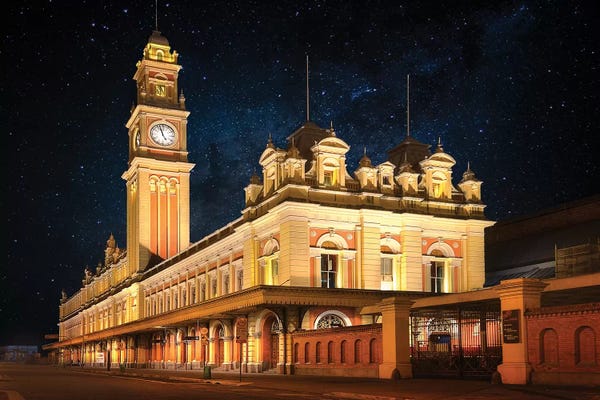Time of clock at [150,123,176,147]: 4:57
